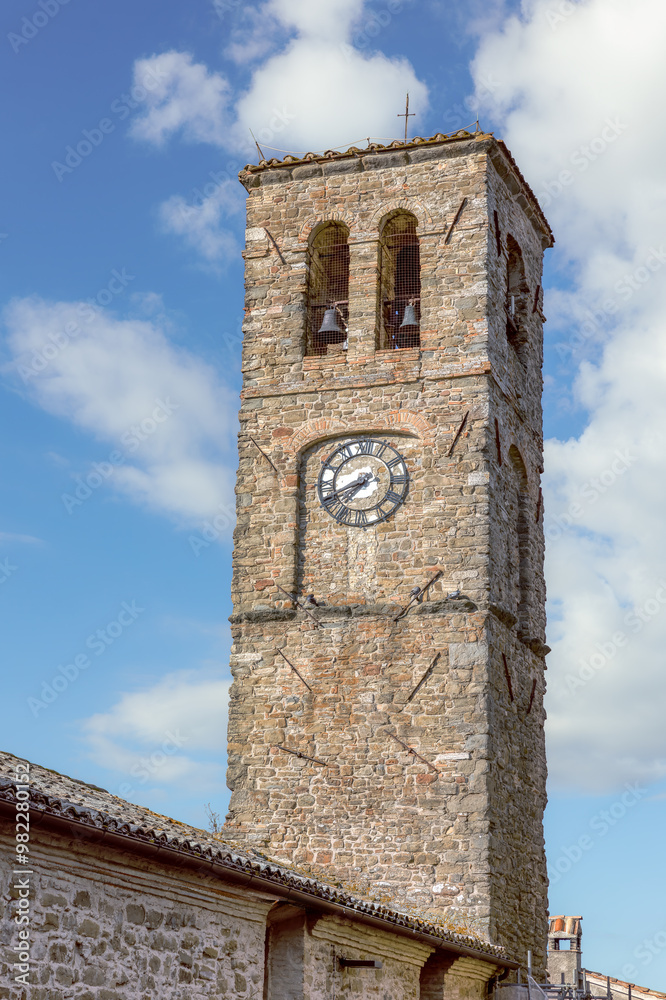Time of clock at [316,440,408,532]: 7:41
